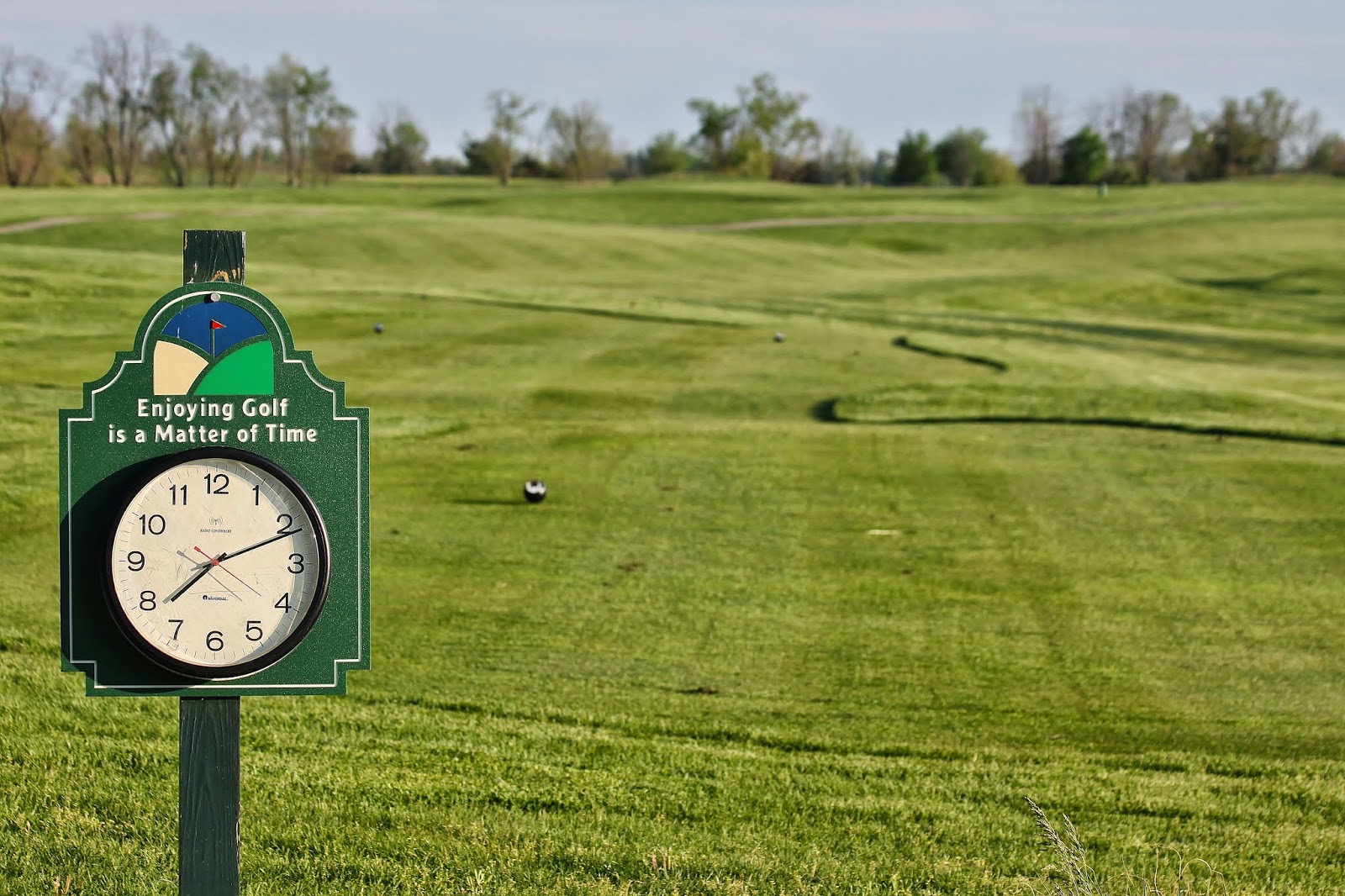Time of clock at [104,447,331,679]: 7:11
